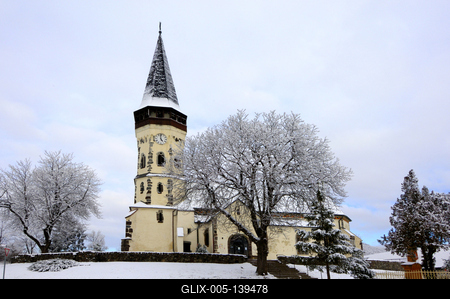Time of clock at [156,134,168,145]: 4:59
